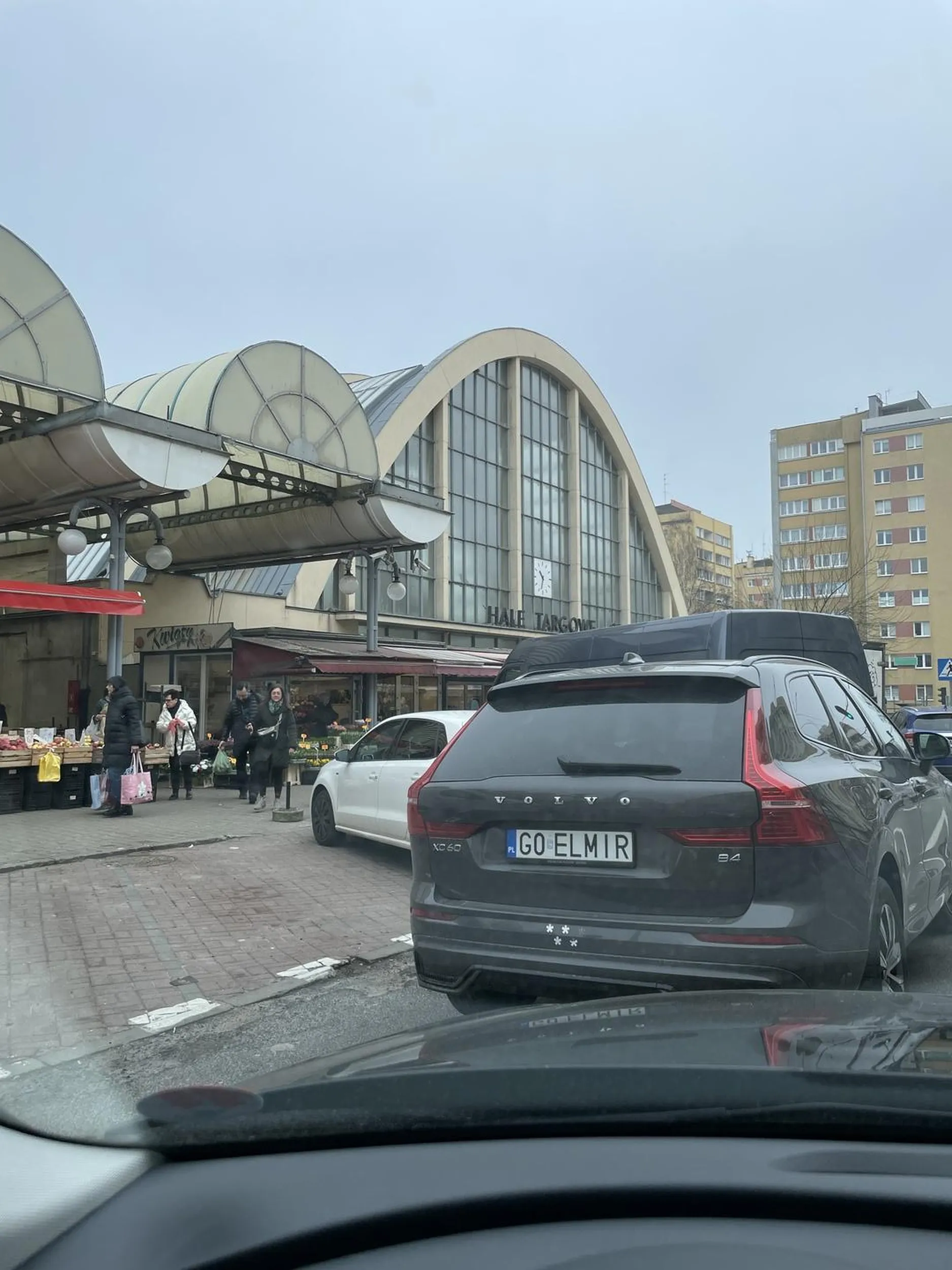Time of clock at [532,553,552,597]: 10:32
